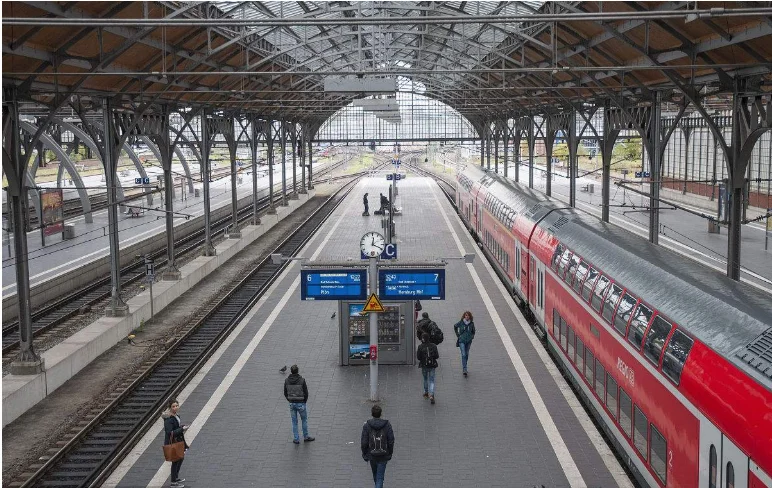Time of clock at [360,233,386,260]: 12:19
